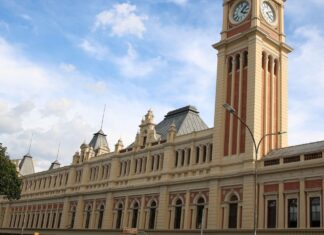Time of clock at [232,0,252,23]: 4:07
